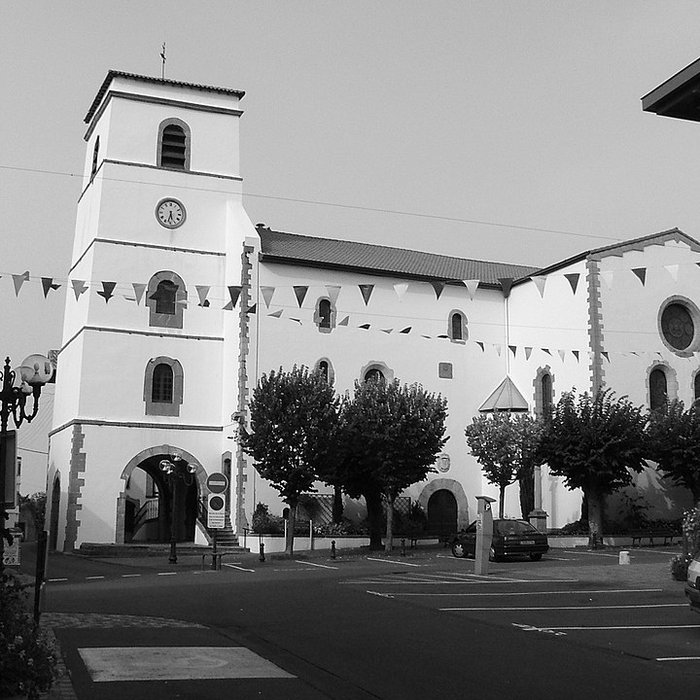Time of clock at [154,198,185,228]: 5:32
